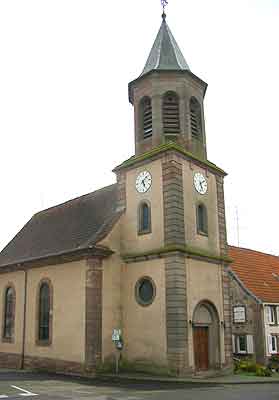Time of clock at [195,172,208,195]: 5:08
